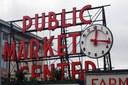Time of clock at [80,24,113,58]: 12:16
